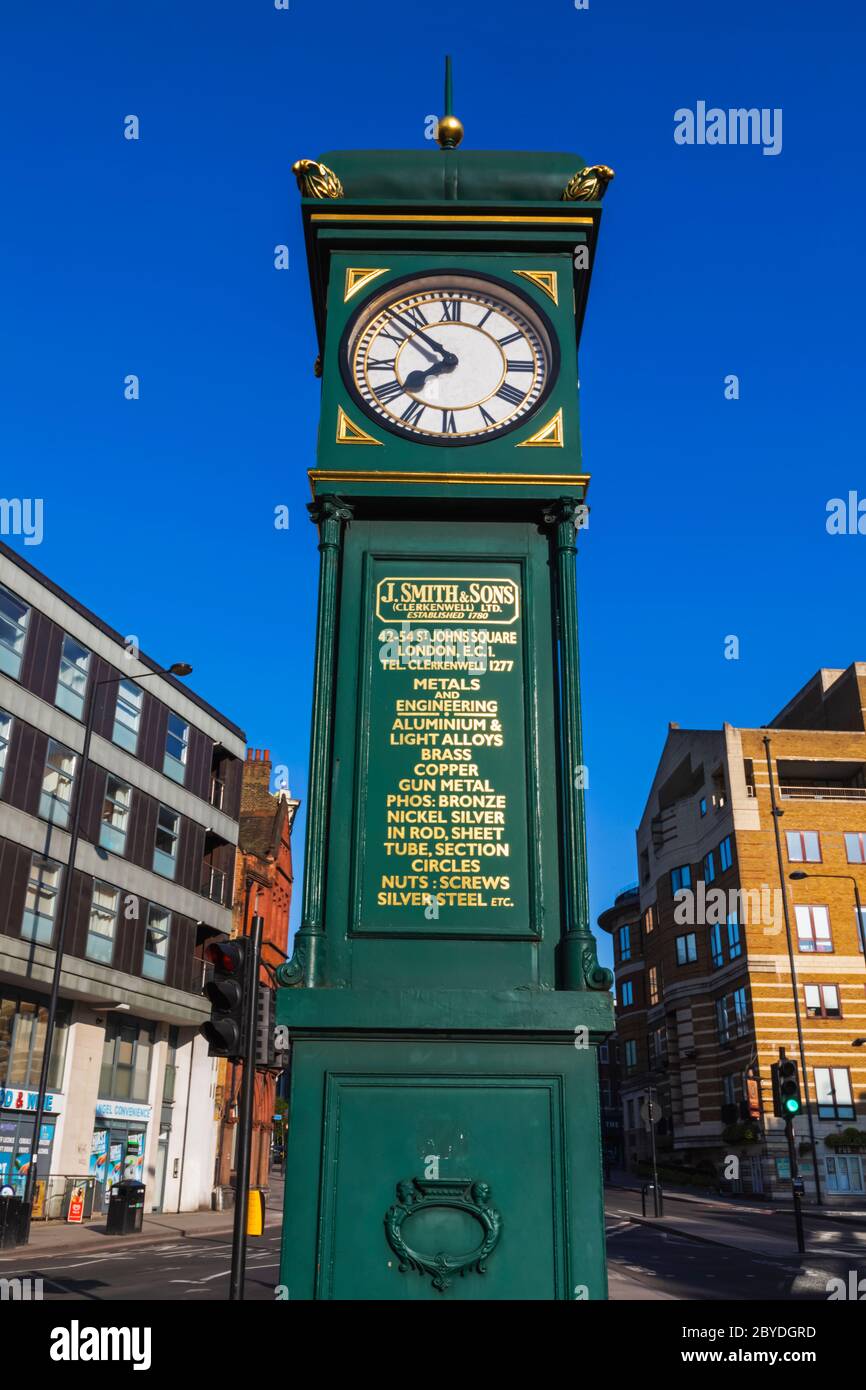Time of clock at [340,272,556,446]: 7:52
